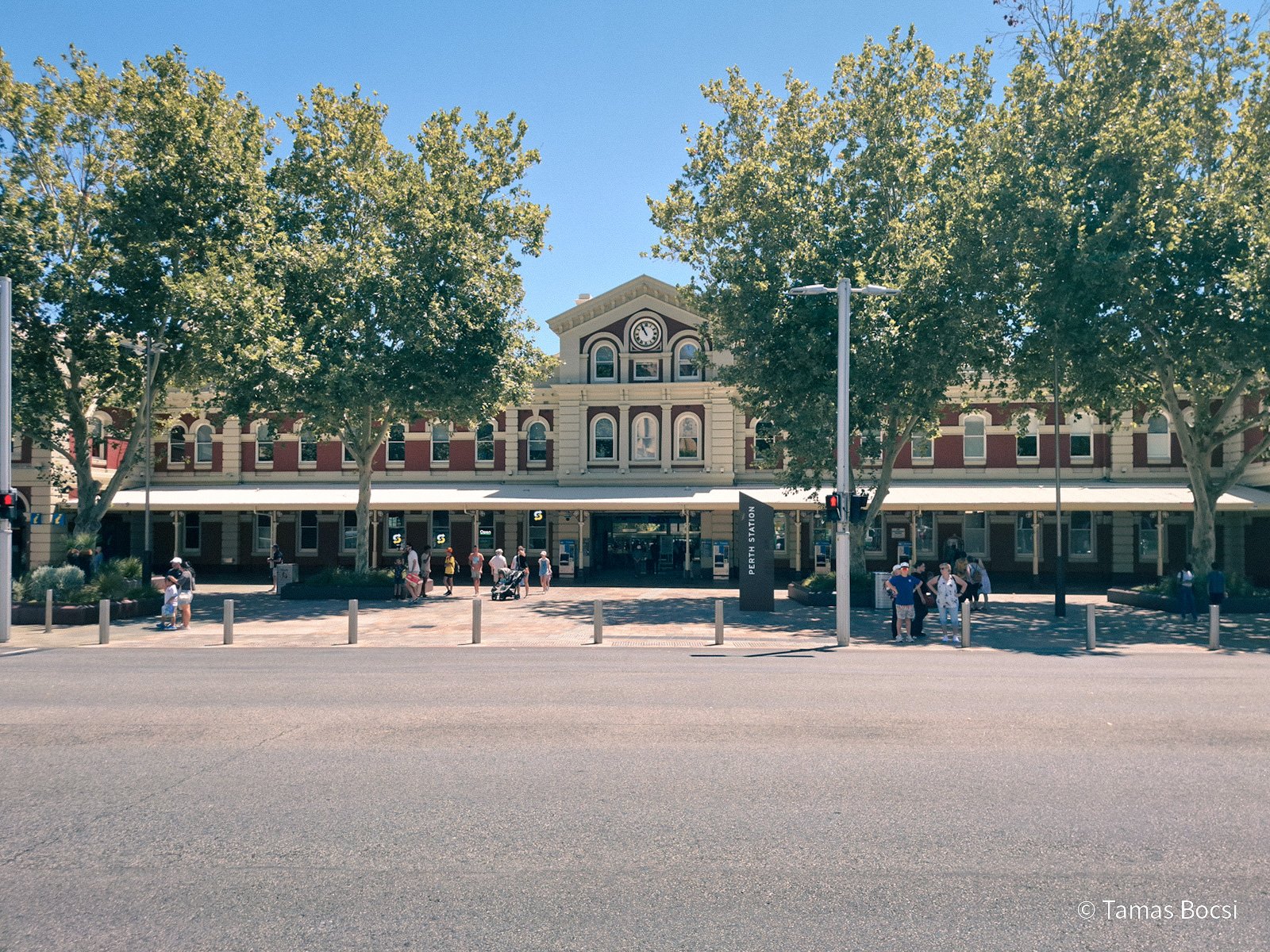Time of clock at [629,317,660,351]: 10:55
